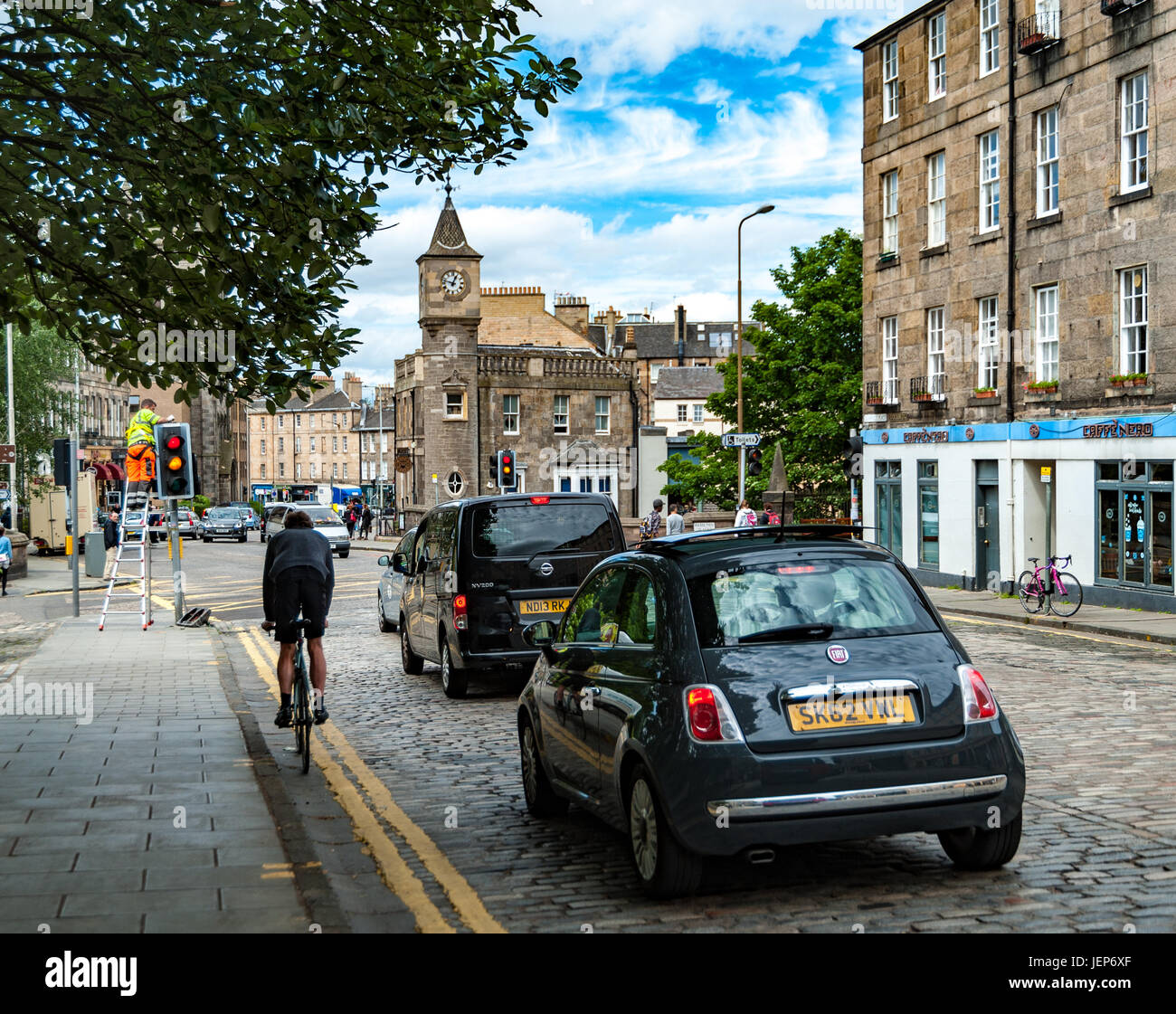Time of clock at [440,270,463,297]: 12:47
